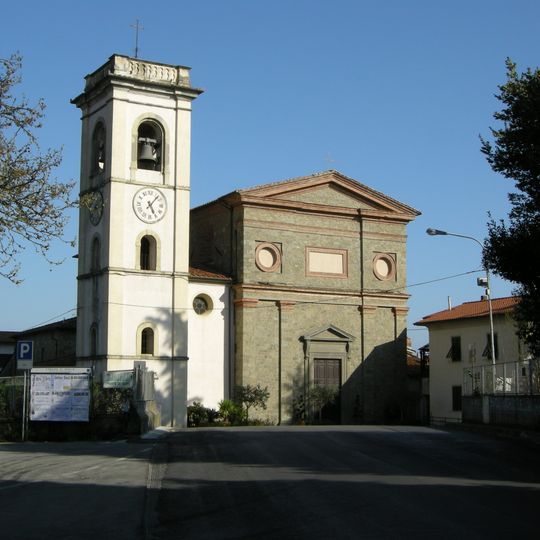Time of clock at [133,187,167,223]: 5:06
